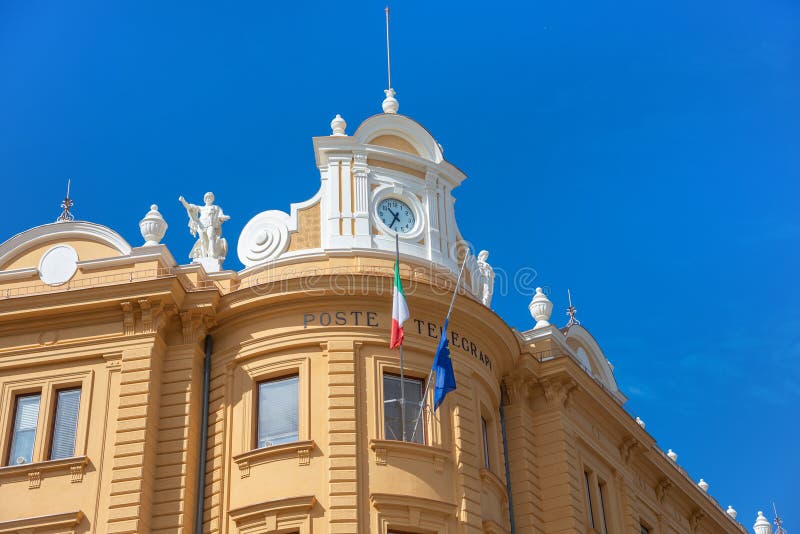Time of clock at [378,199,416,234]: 10:34
